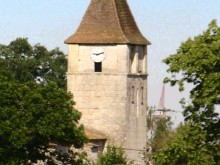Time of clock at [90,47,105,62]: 9:12
